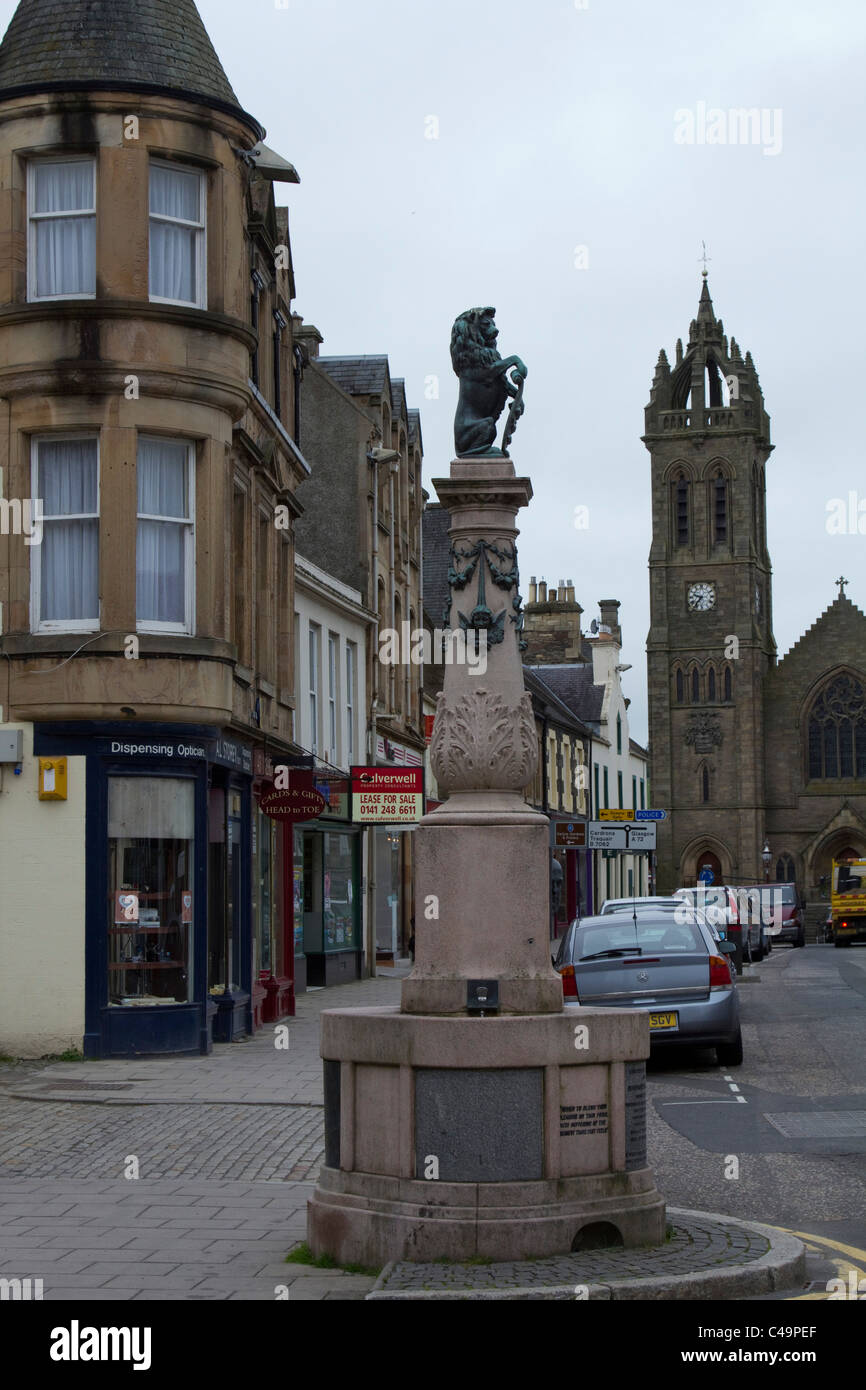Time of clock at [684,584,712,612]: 9:37
